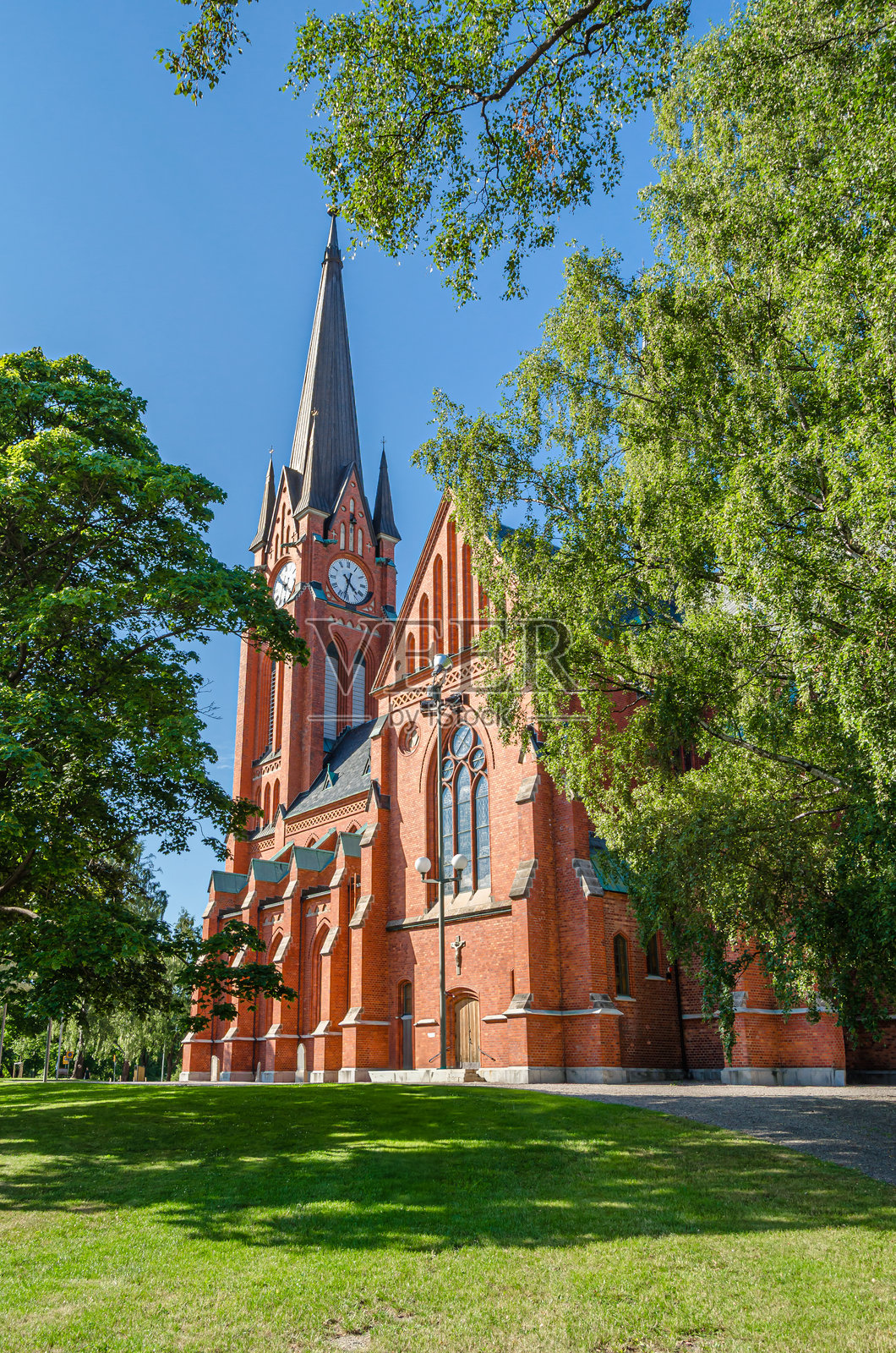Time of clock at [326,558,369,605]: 4:32
